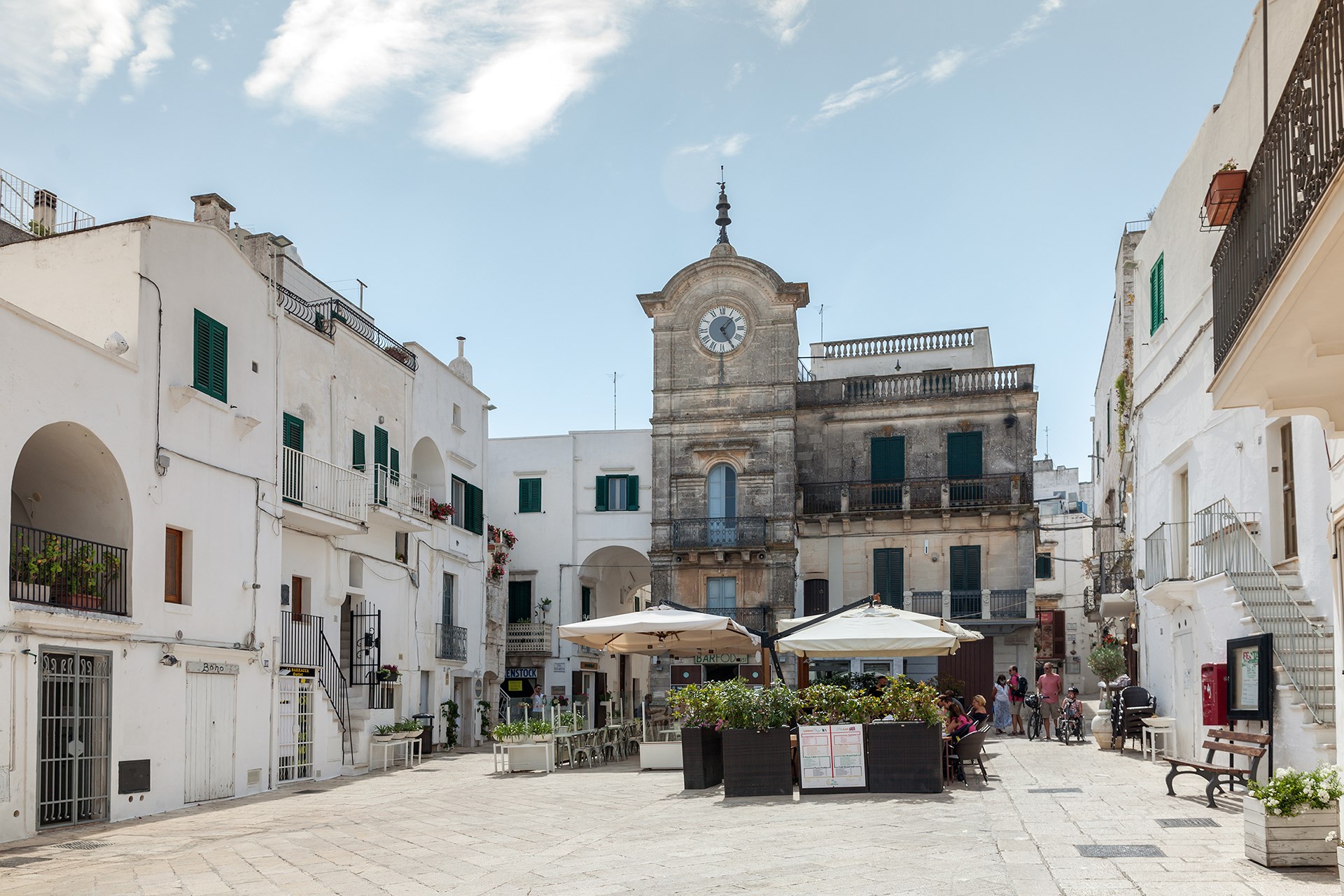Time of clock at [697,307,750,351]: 1:24
